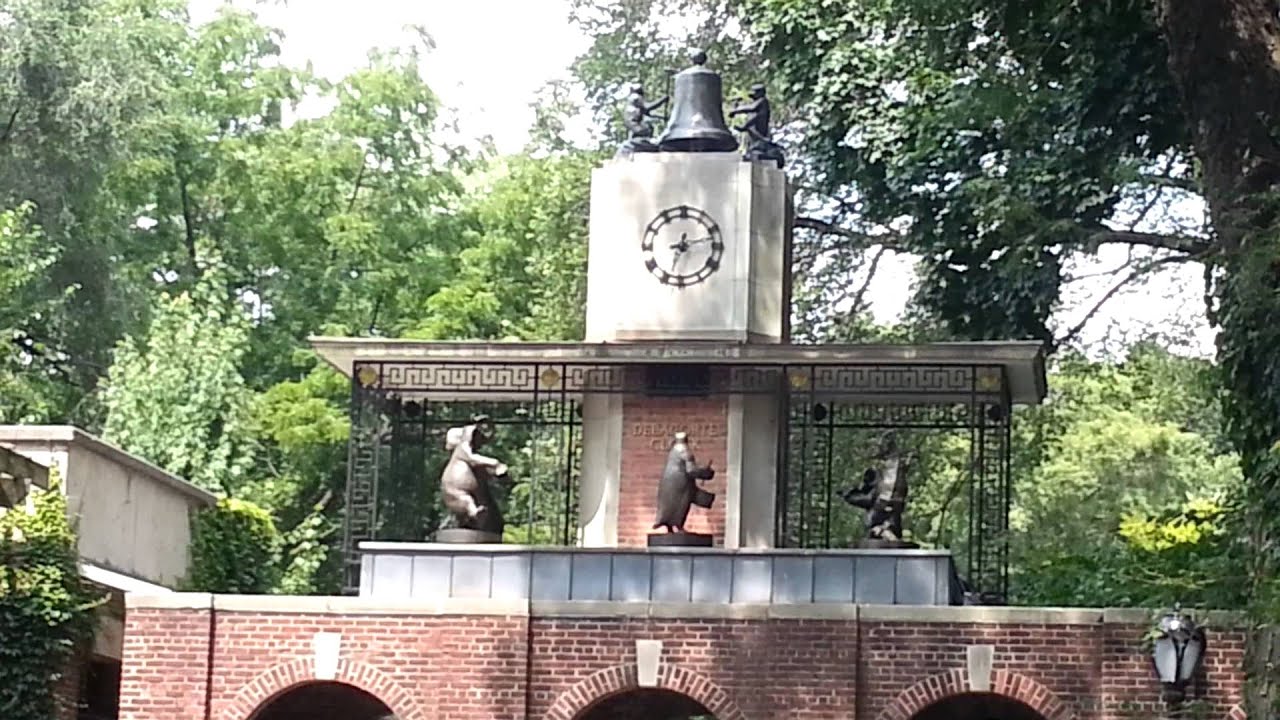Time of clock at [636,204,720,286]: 2:33
